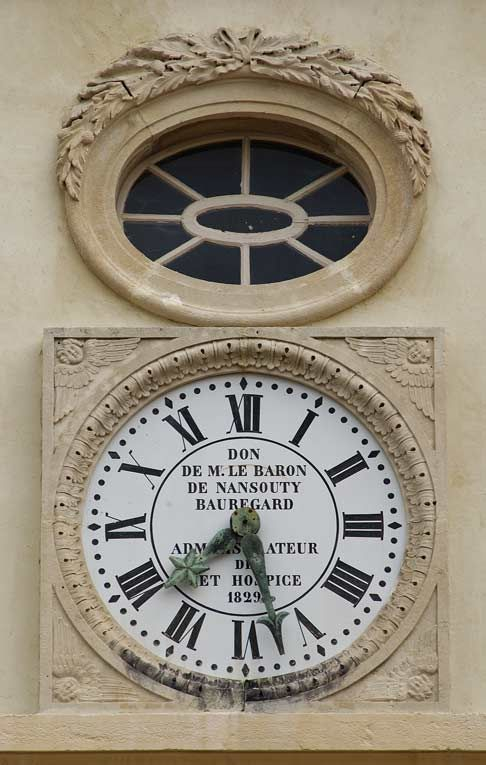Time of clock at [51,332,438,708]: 7:27
